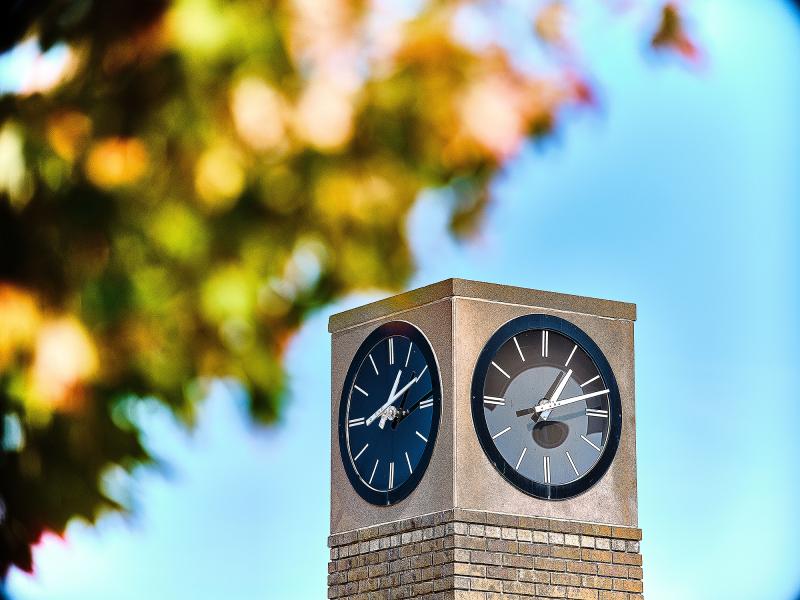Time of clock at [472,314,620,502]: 1:12
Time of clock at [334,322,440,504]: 1:10
